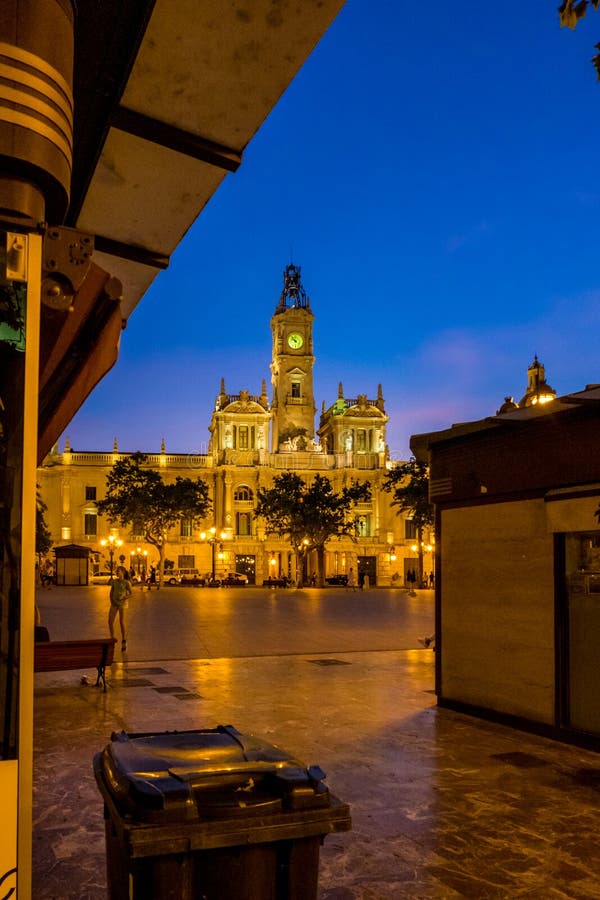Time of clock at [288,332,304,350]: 9:52
